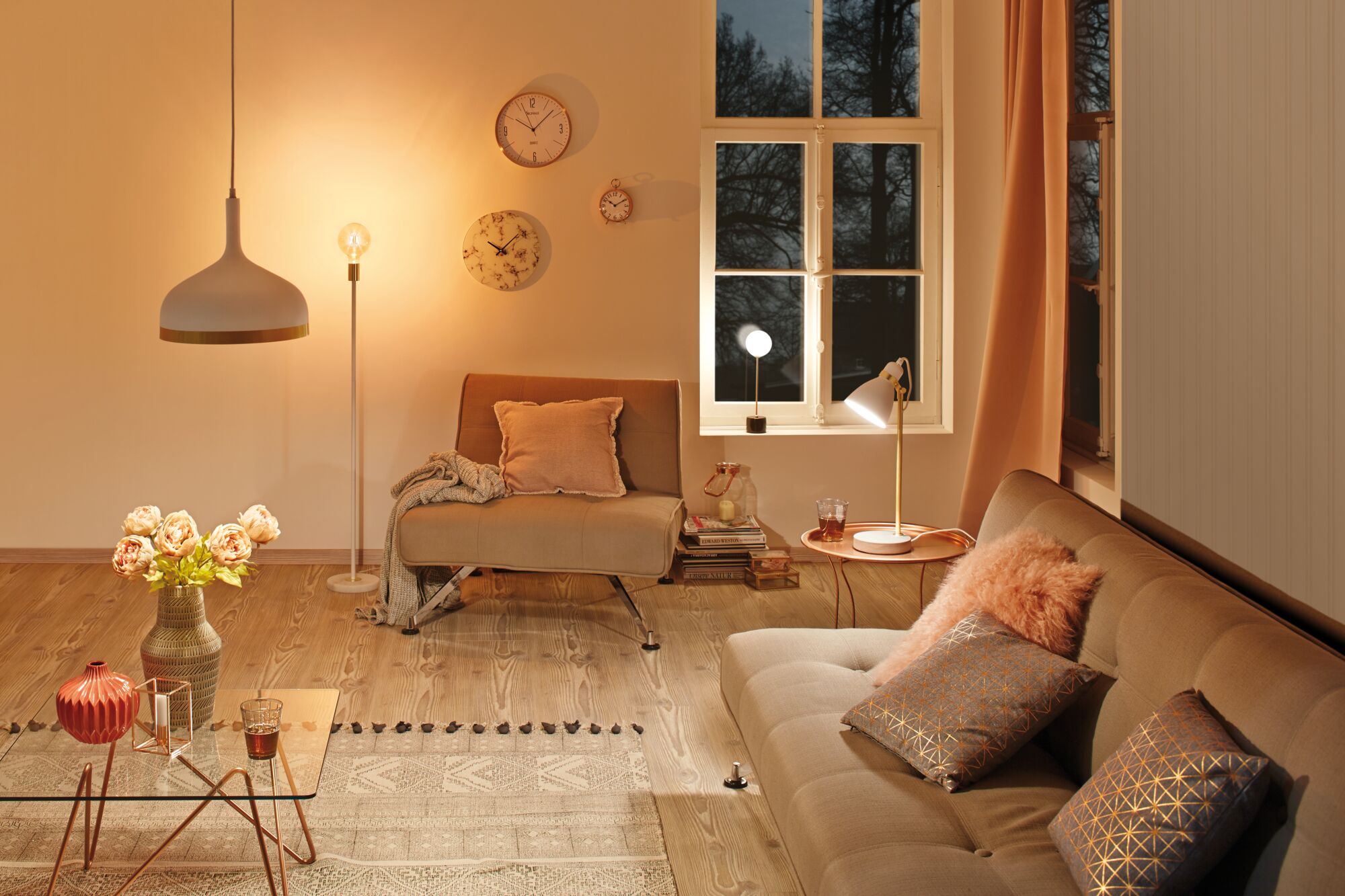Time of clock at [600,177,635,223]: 10:10
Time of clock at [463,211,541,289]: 10:07
